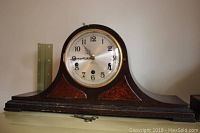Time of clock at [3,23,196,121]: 10:43
